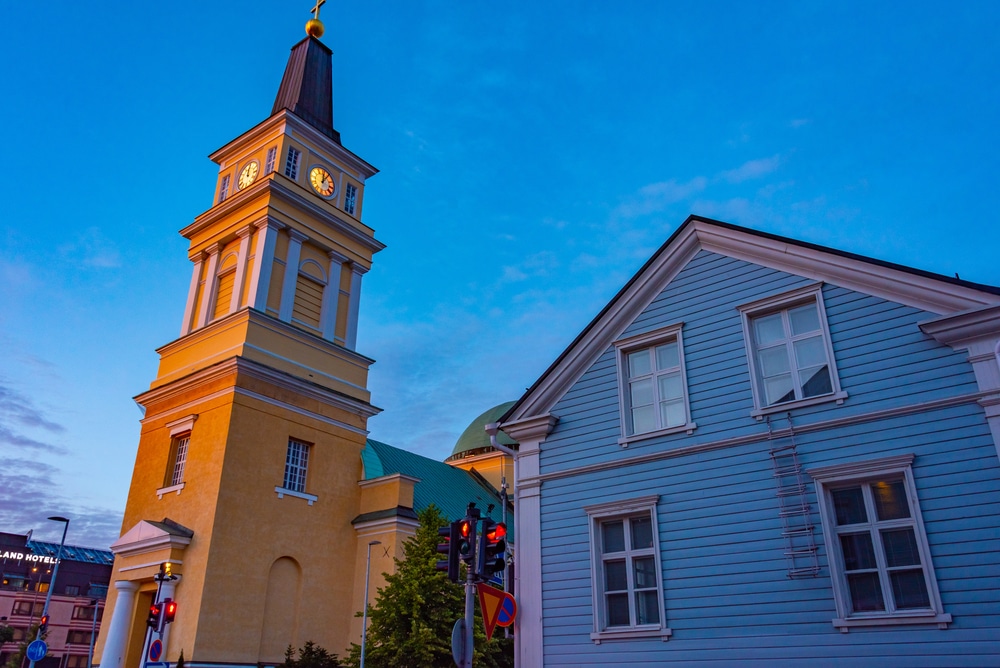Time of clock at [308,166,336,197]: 12:05
